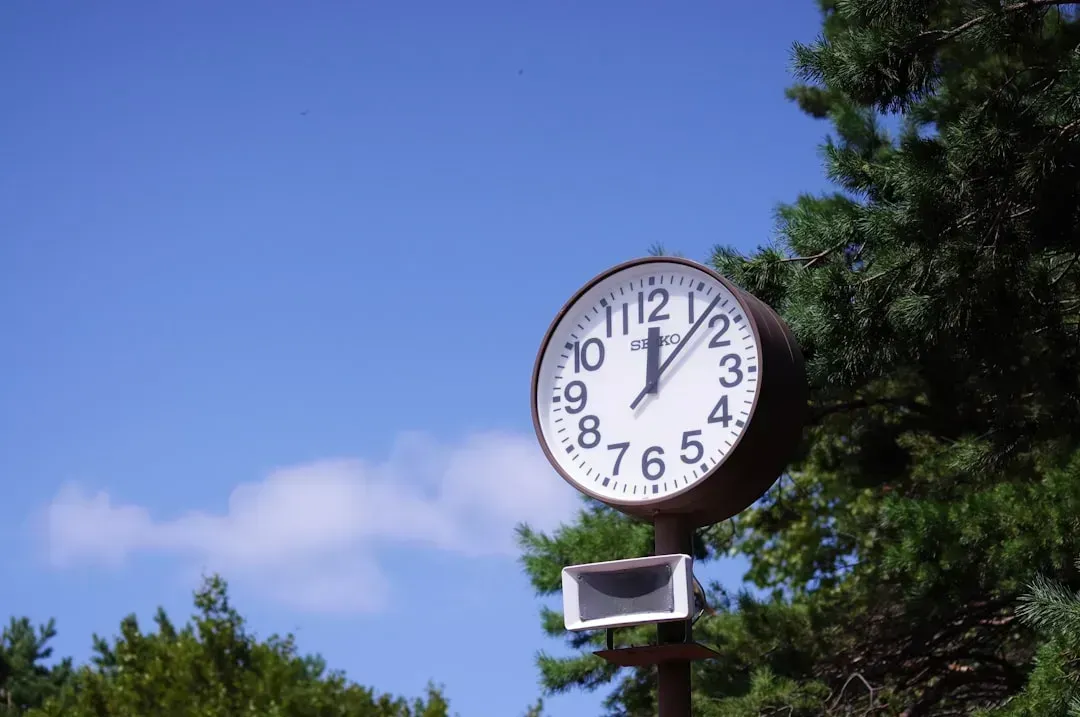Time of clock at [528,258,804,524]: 12:07
